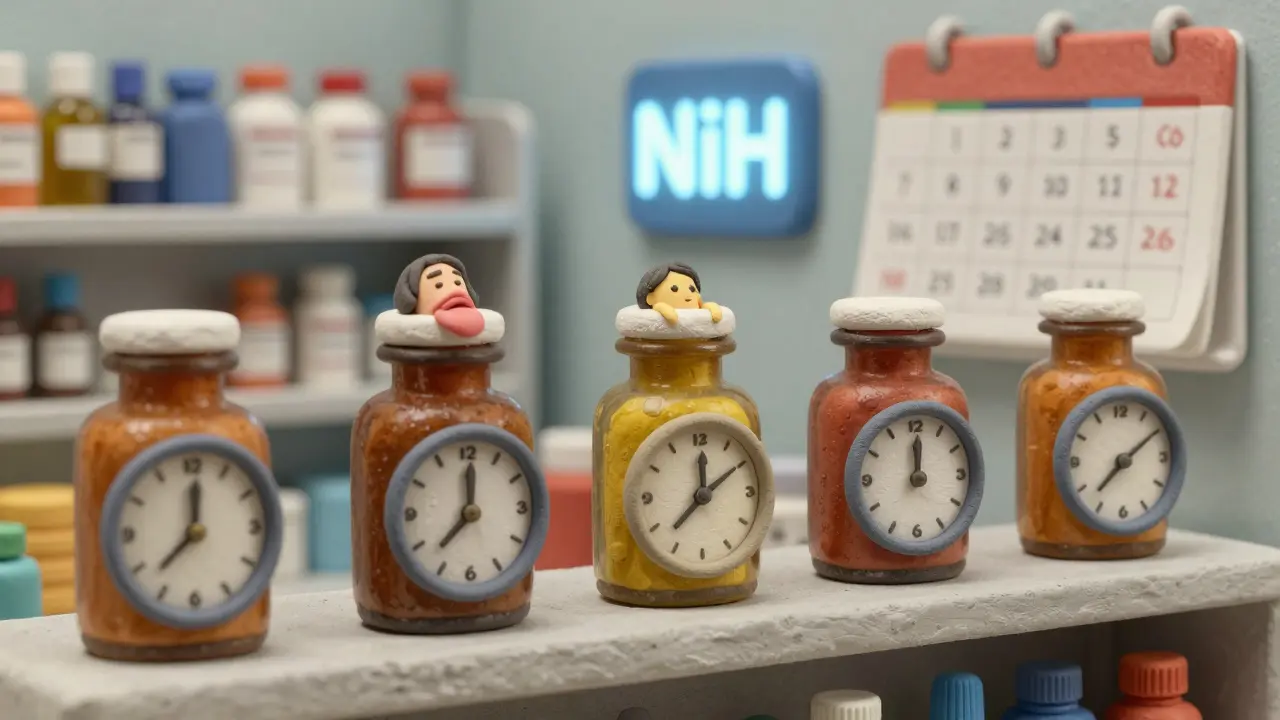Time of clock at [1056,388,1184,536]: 7:09
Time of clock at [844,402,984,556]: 12:00
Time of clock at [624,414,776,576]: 12:09
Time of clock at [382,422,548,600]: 12:00
